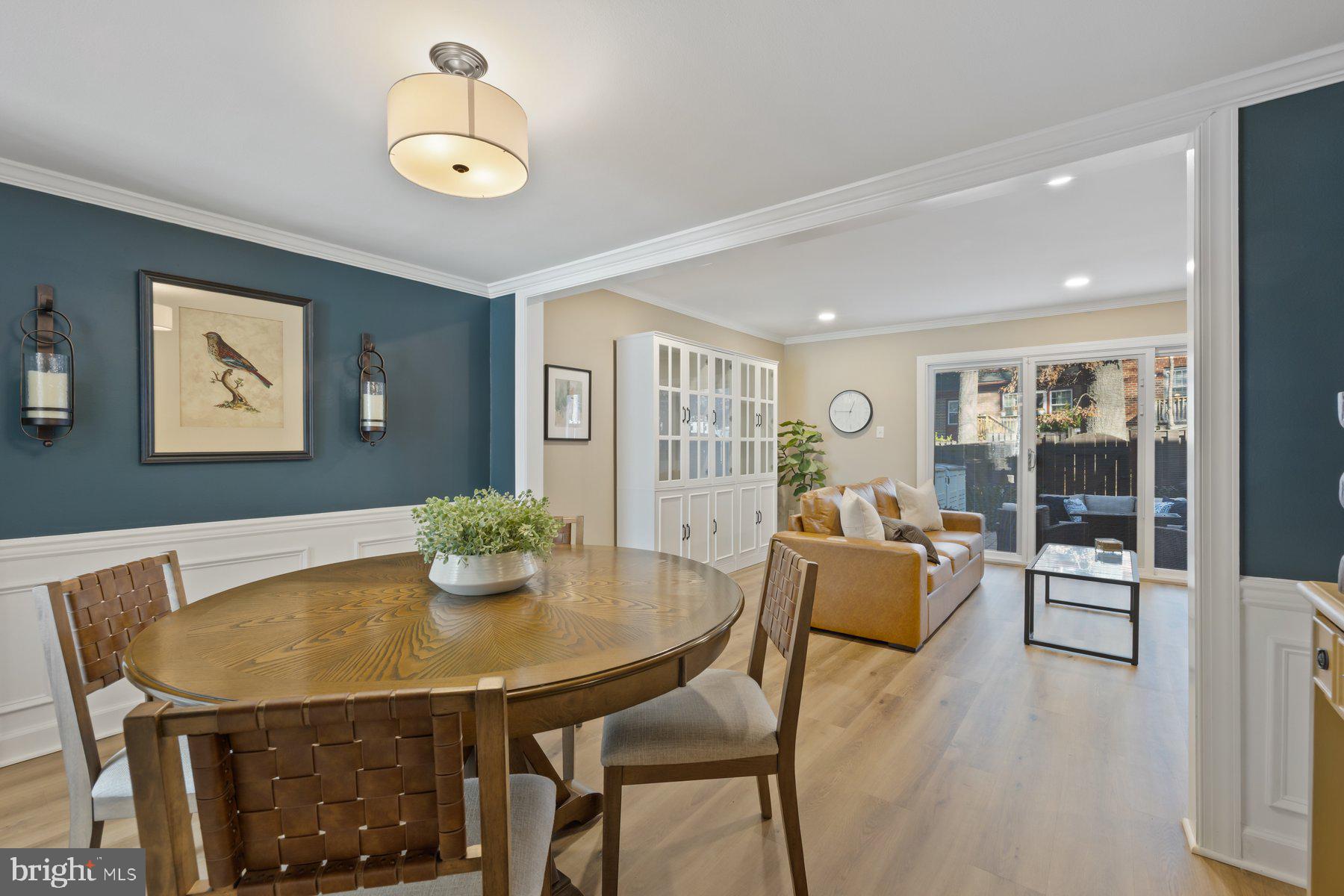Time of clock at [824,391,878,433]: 12:45
